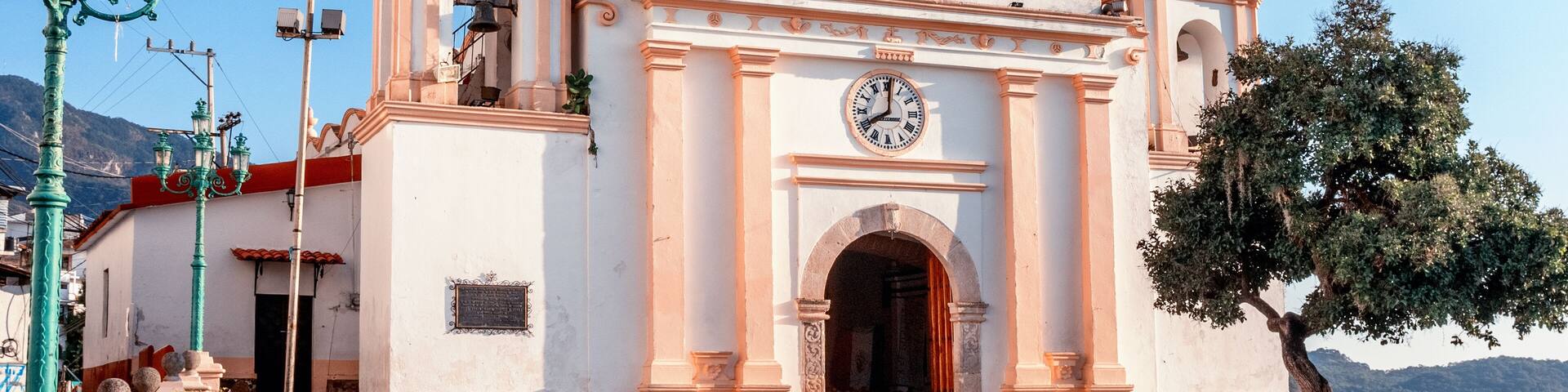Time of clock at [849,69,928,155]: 8:00
